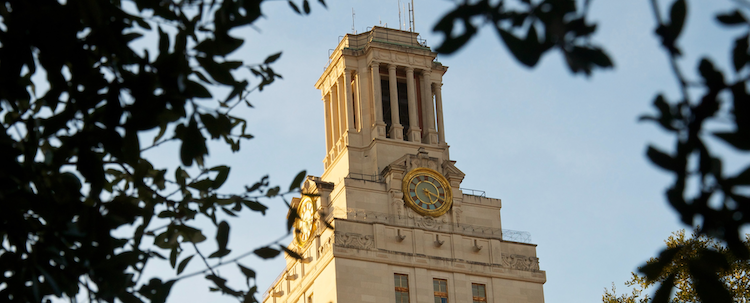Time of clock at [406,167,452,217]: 5:18
